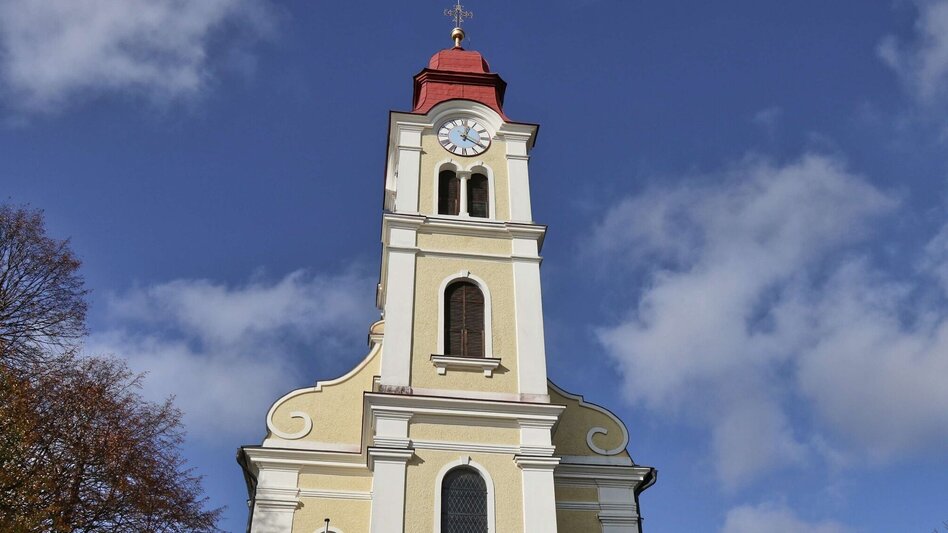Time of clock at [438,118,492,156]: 12:20
